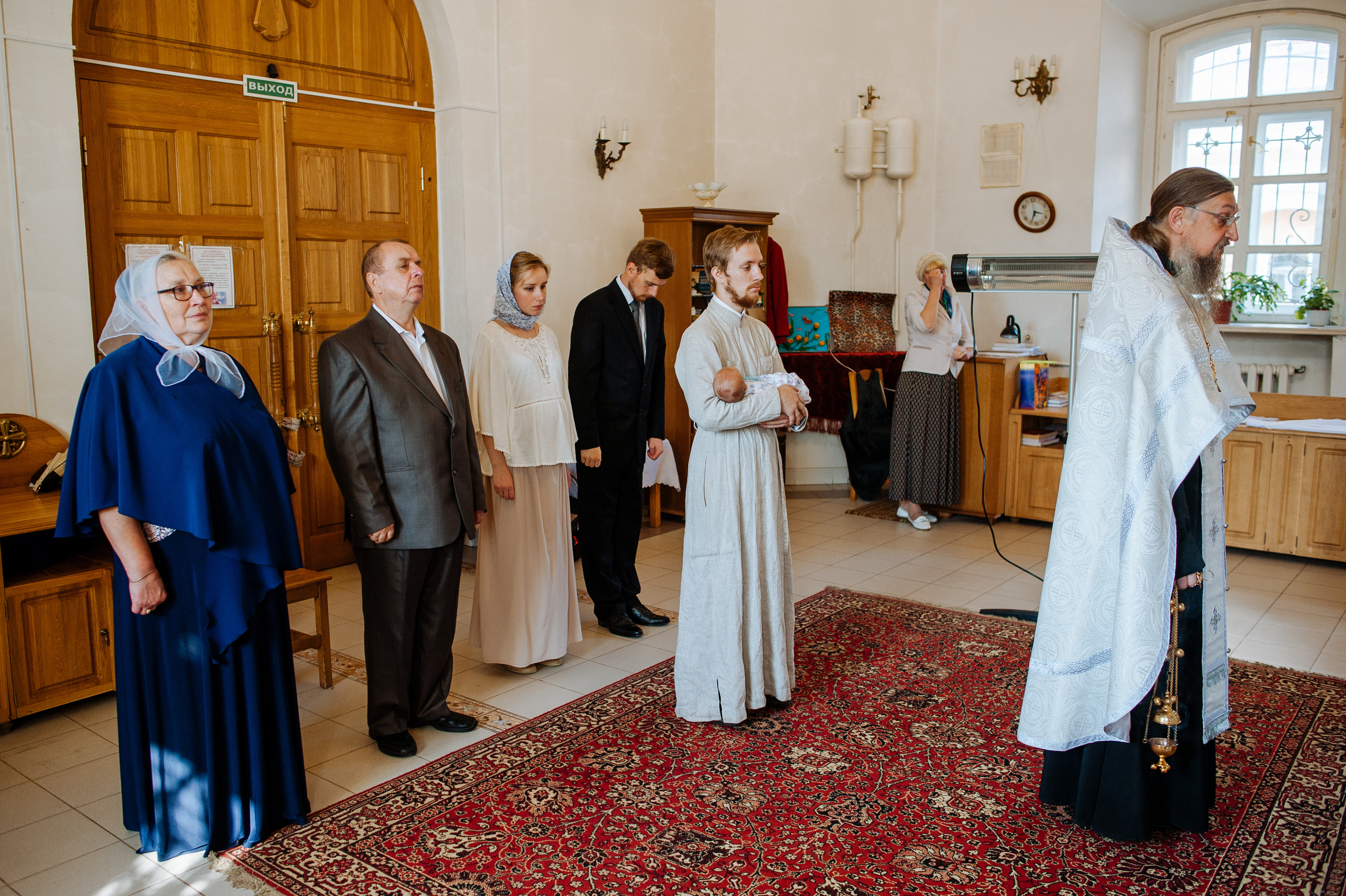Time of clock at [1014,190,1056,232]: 3:34
